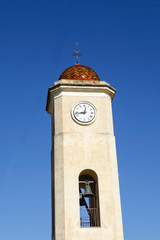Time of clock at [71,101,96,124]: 12:43
